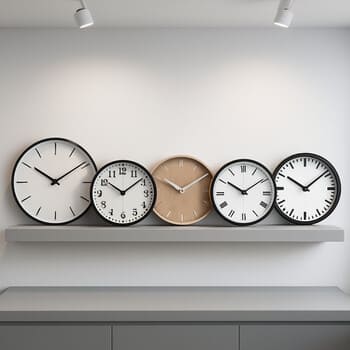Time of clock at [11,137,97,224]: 10:09
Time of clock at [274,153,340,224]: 10:08
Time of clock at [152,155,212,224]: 10:09
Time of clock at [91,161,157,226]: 10:09
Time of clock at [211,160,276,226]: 10:09
